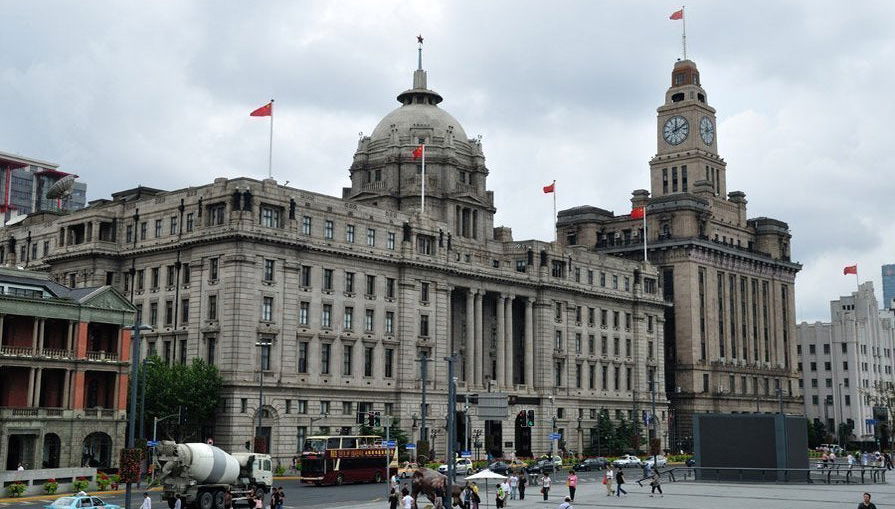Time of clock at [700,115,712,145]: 12:12
